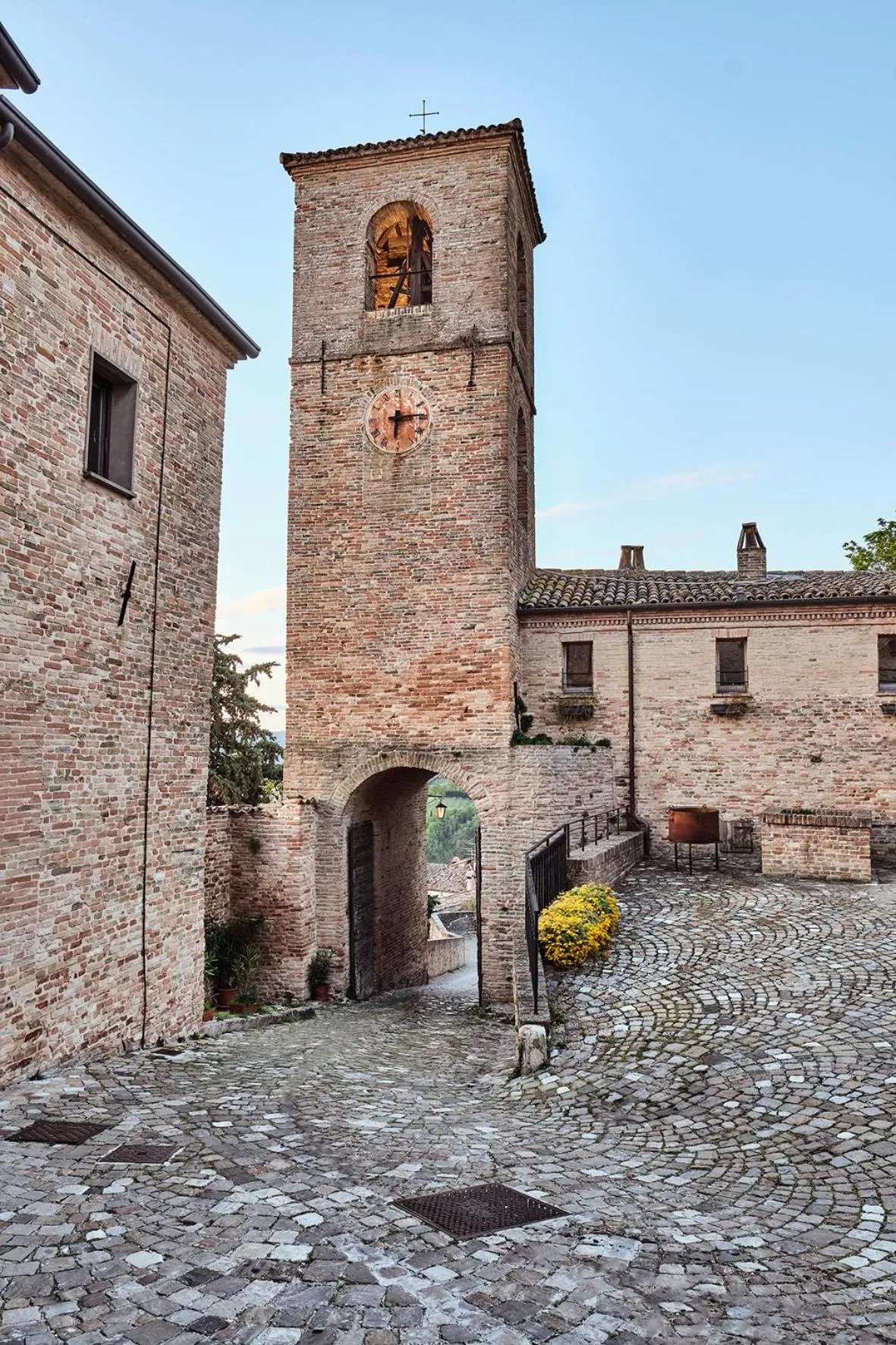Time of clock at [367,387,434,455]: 6:14
